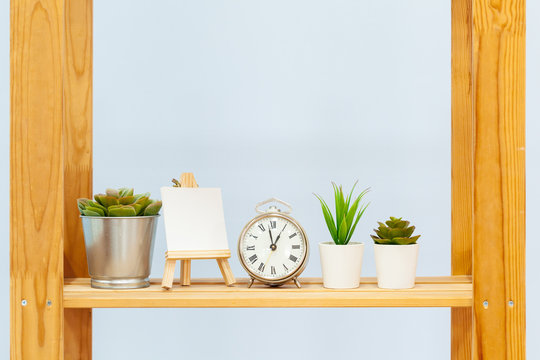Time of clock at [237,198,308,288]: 12:57
